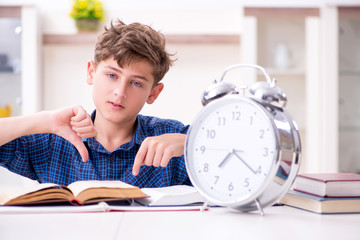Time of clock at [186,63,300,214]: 7:21
